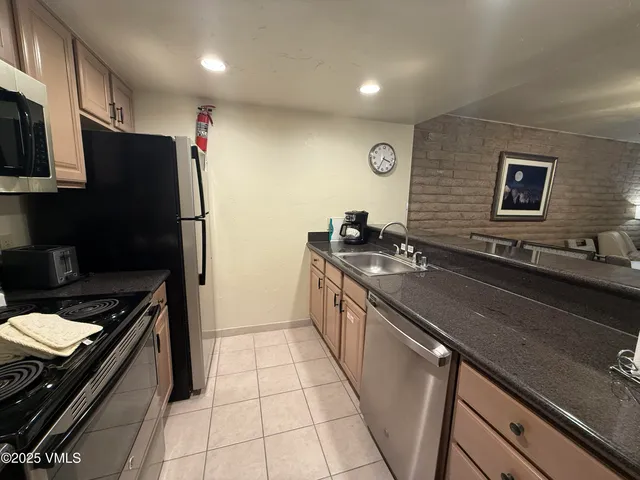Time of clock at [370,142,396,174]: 3:34
